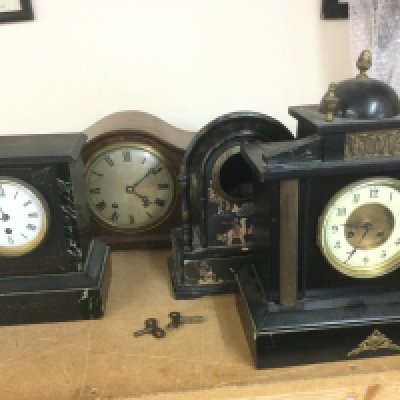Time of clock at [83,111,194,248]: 4:08
